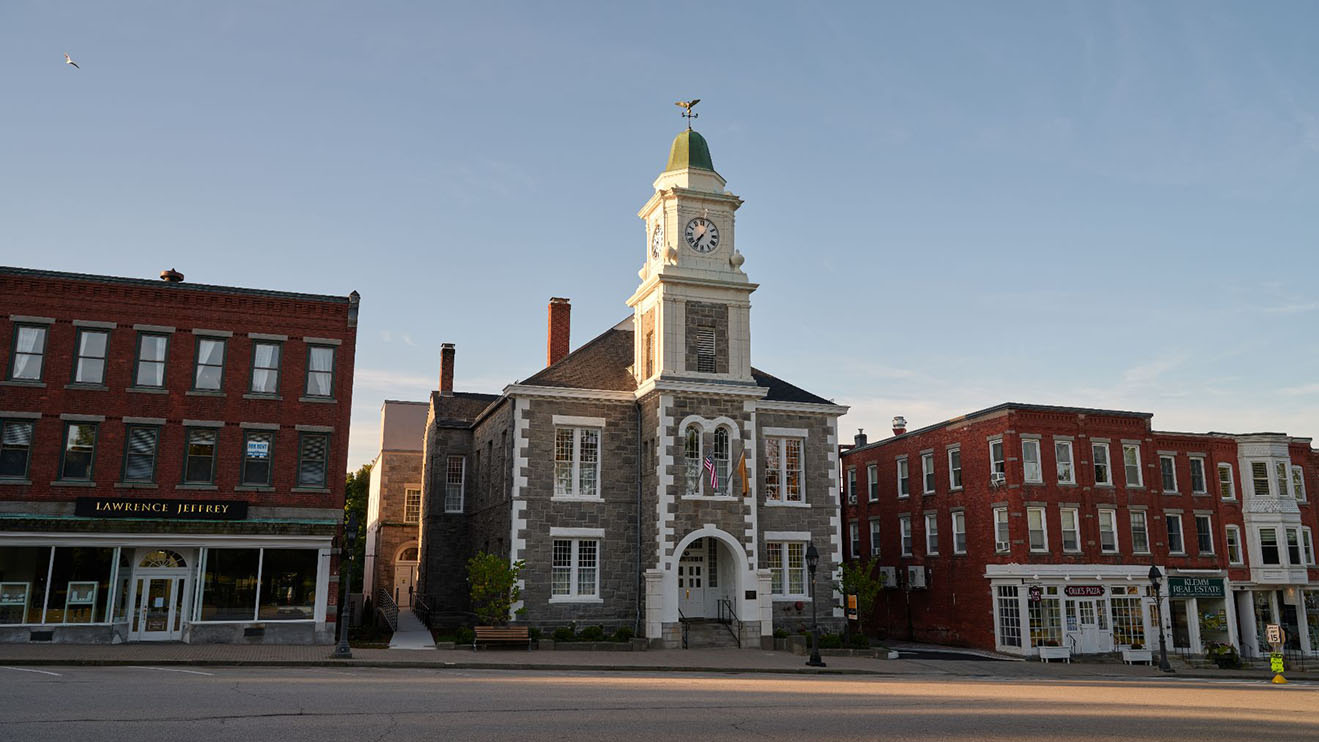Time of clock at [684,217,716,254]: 7:35
